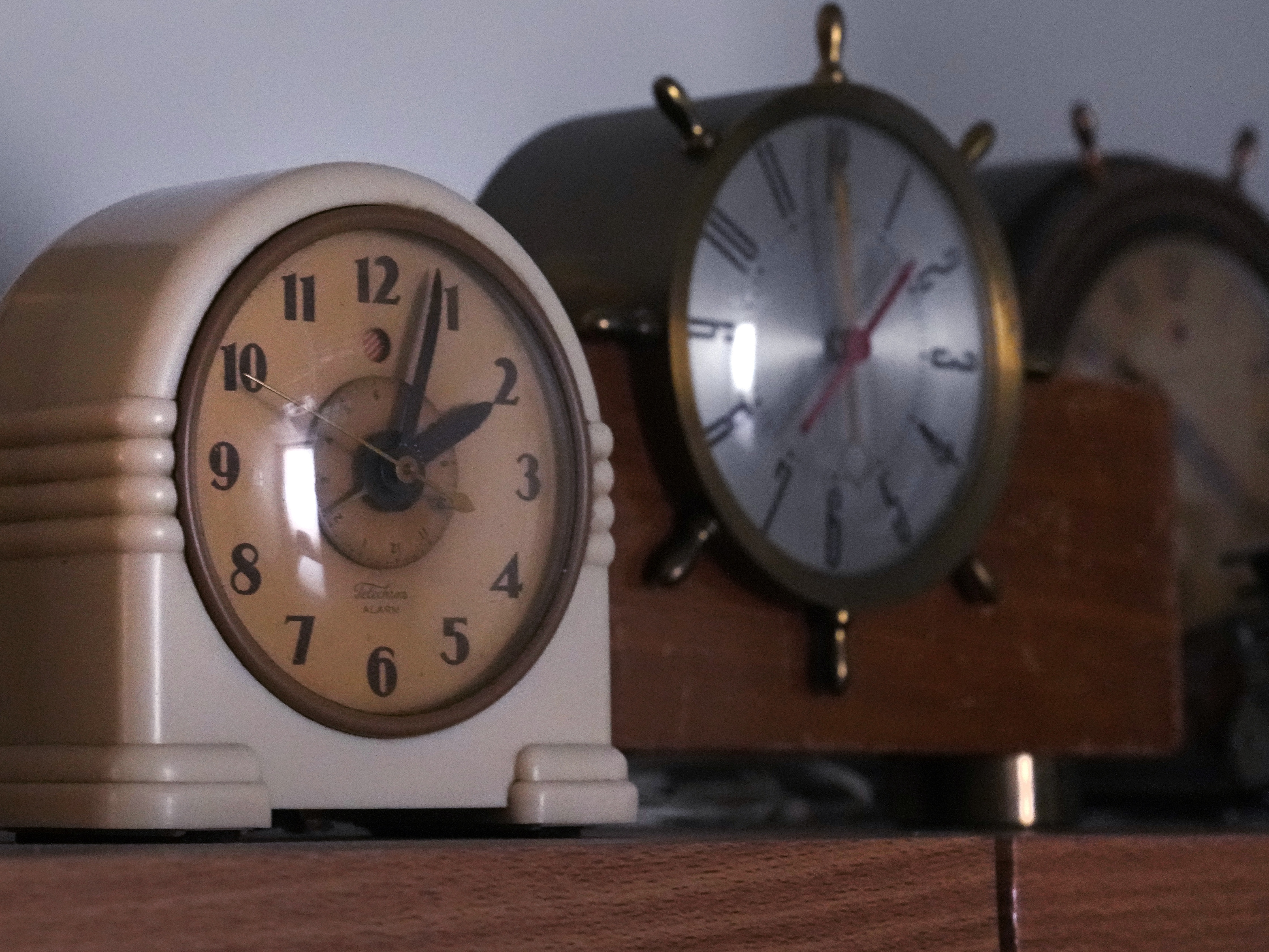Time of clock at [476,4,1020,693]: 2:03
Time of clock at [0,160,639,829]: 2:03
